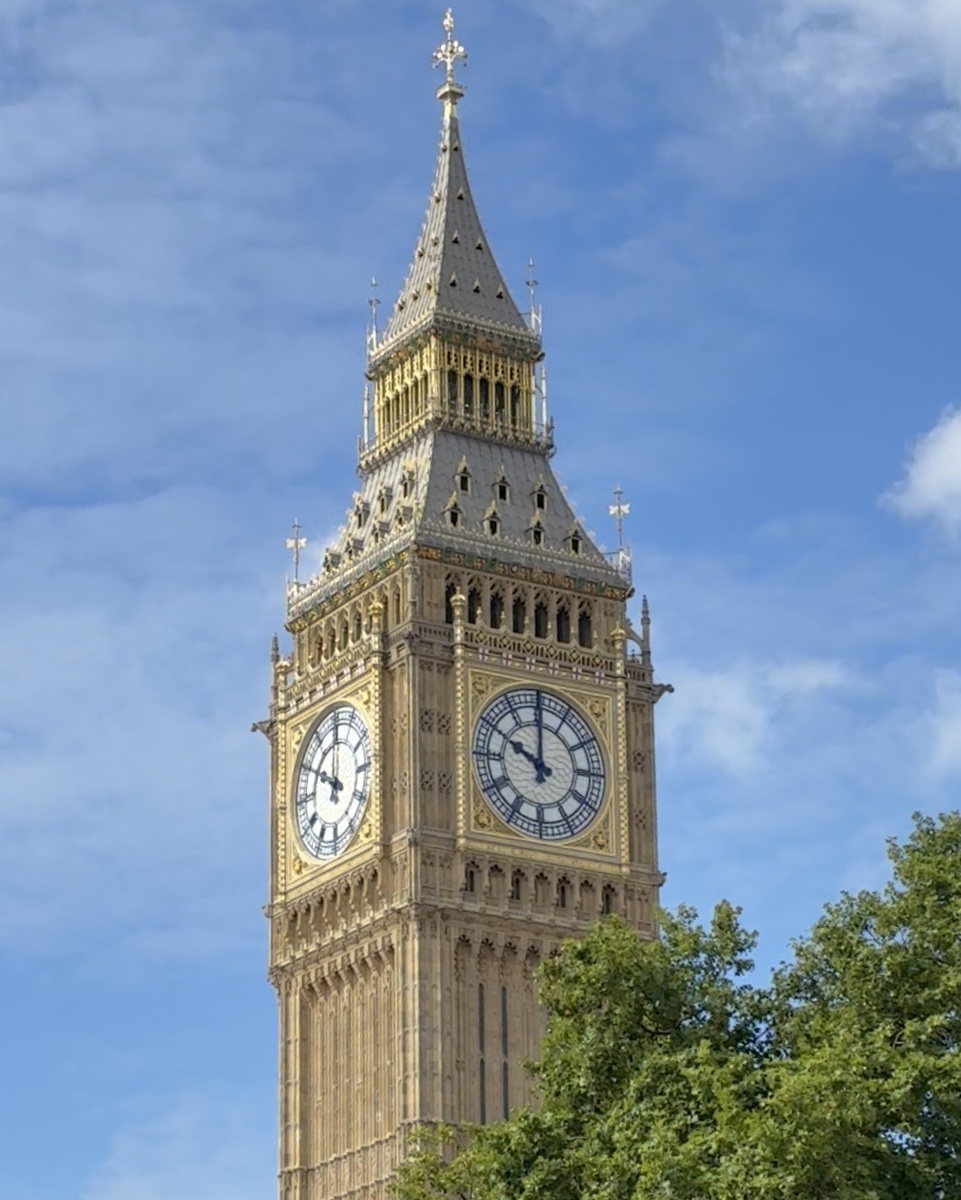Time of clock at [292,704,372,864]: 10:00
